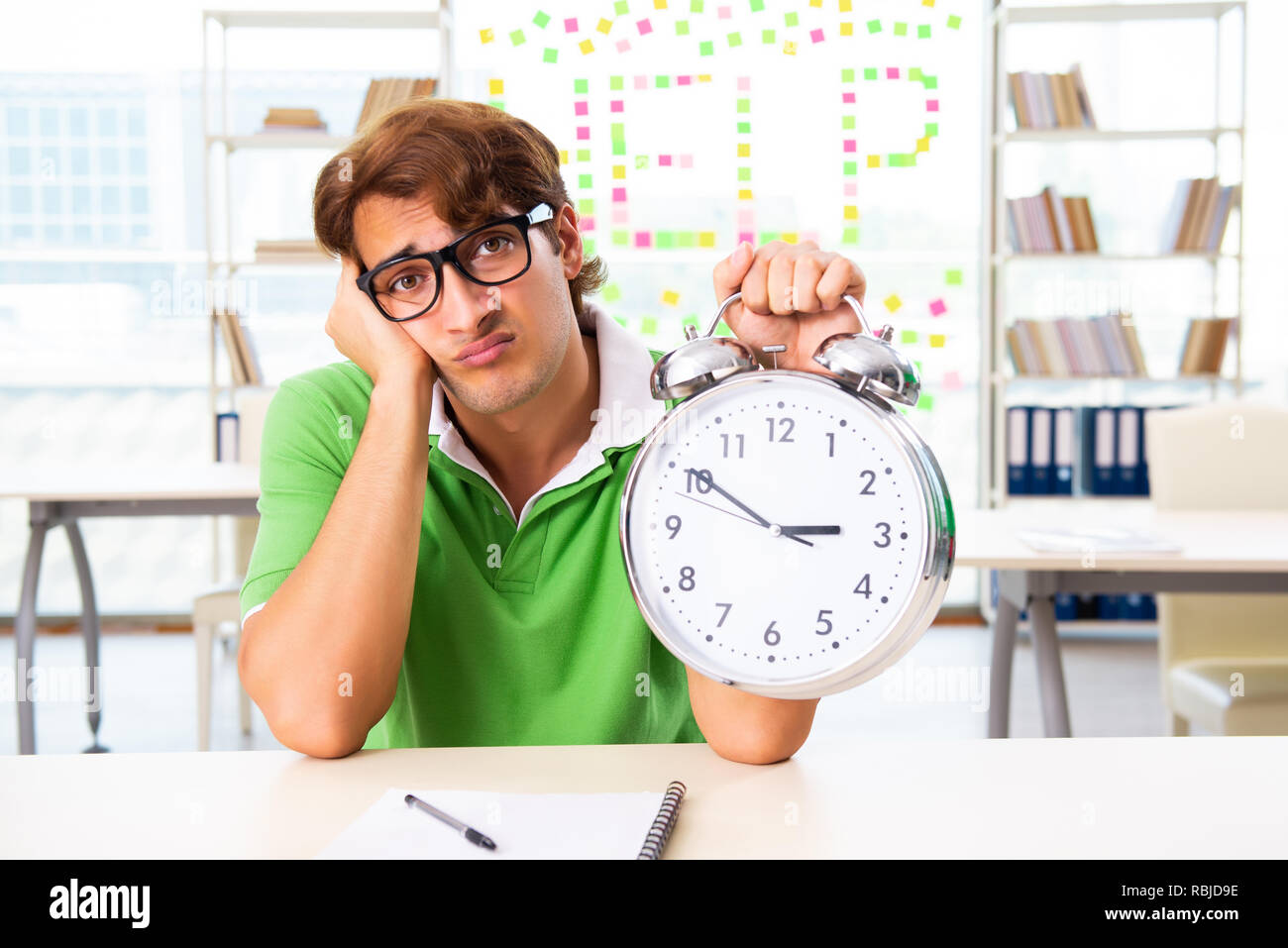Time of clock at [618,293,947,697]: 2:50
